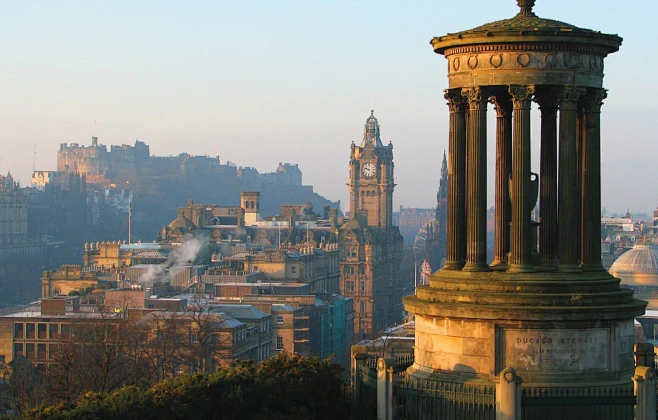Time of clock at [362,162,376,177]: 9:47
